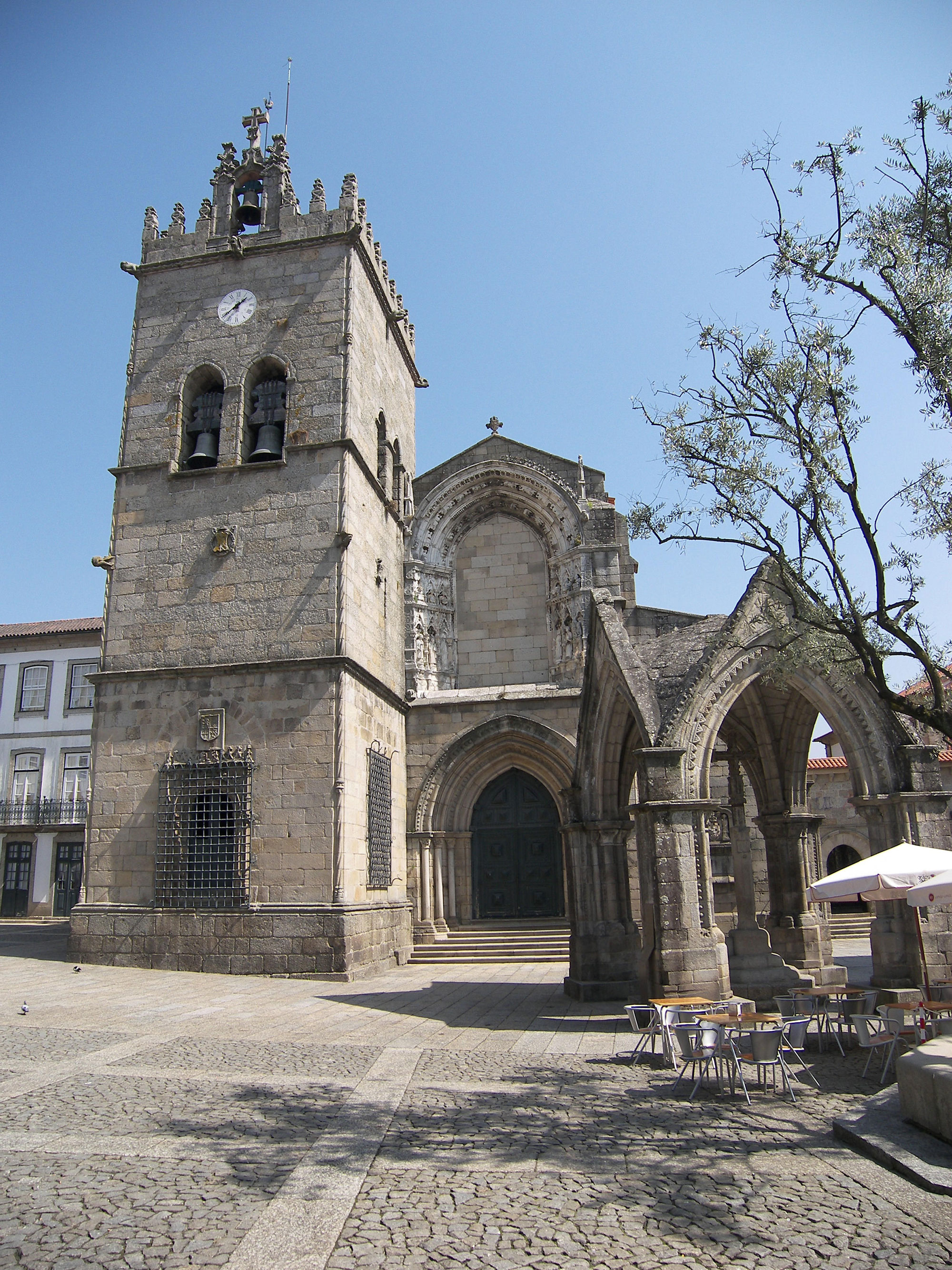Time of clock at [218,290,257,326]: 1:38
